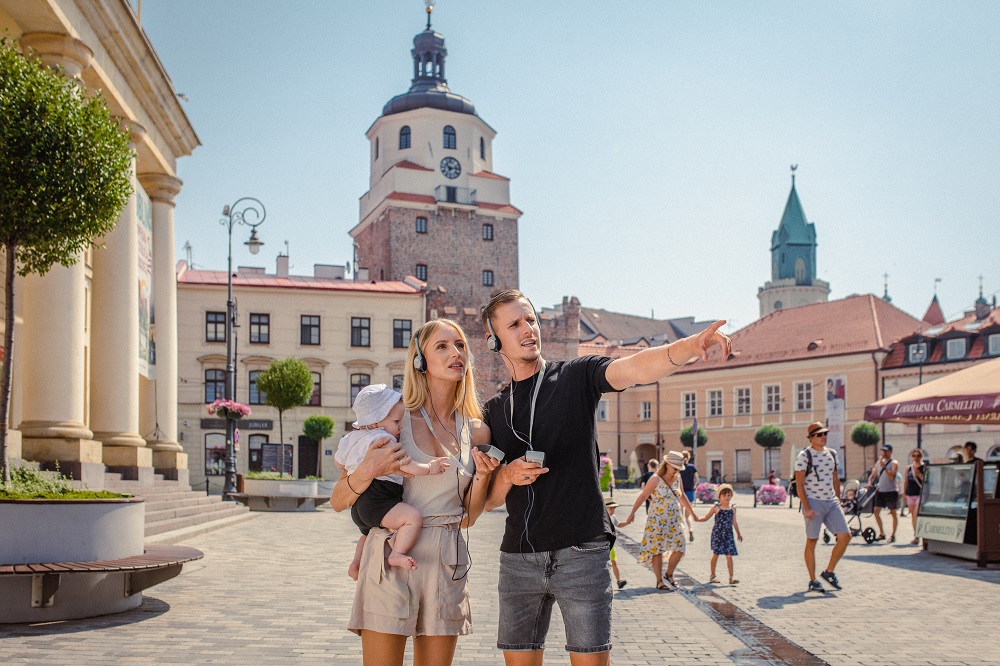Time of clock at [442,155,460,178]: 10:13
